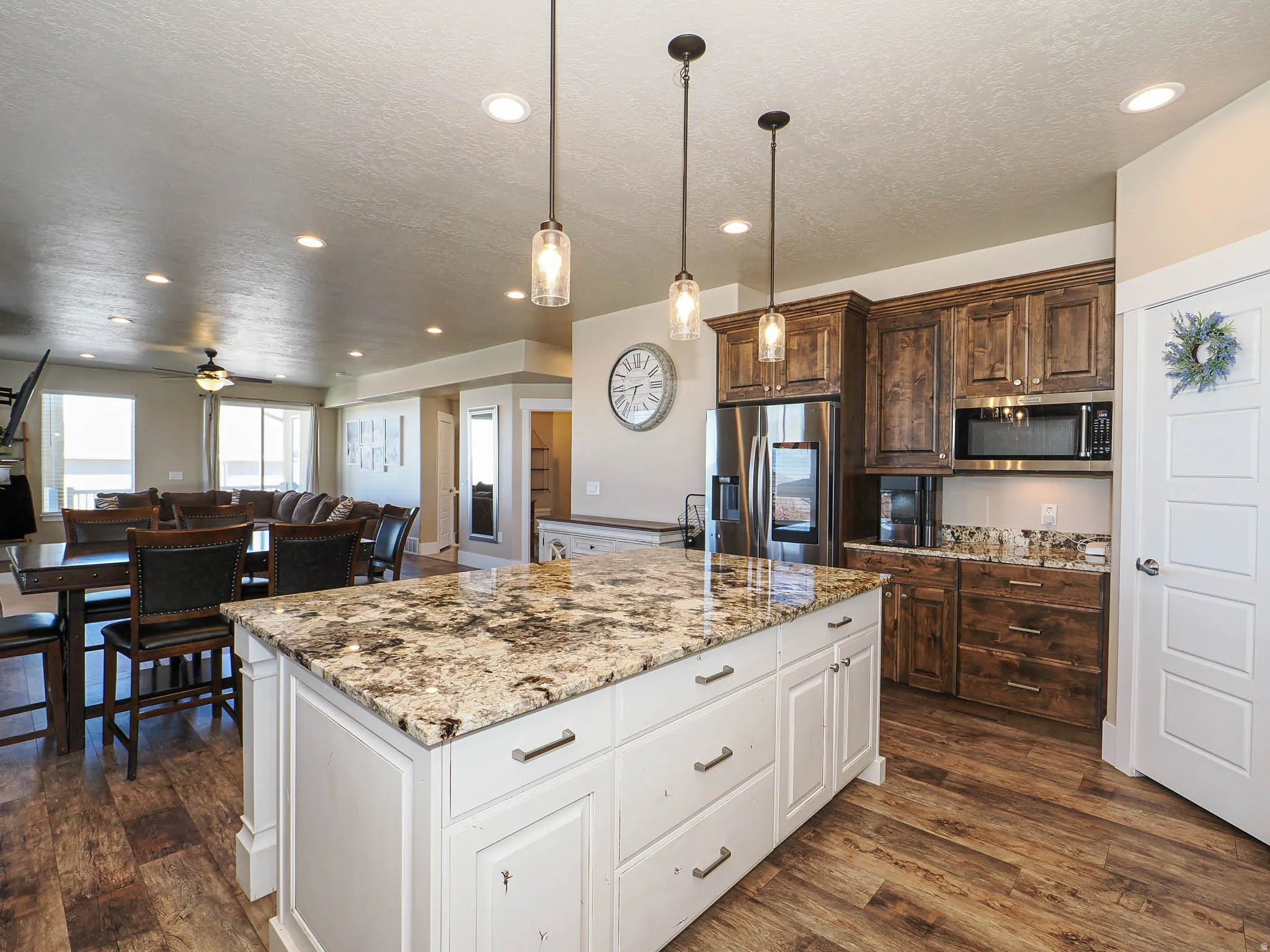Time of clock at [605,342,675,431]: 6:43
